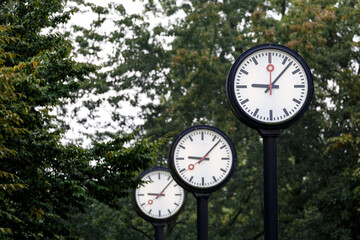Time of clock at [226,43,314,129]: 9:07
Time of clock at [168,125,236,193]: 9:07
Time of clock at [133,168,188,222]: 9:07
